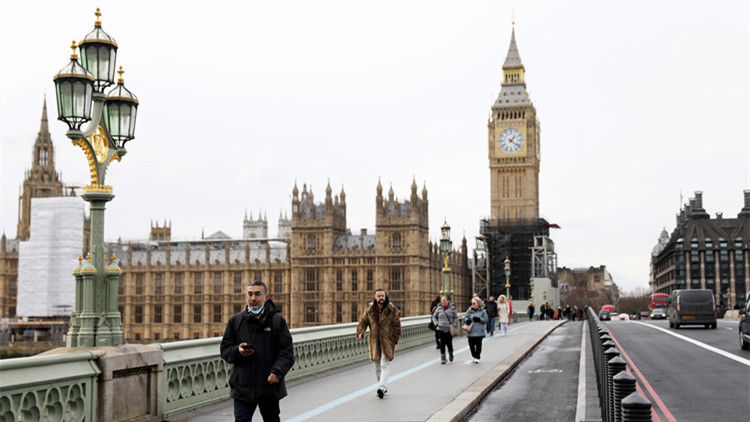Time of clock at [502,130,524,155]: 1:21
